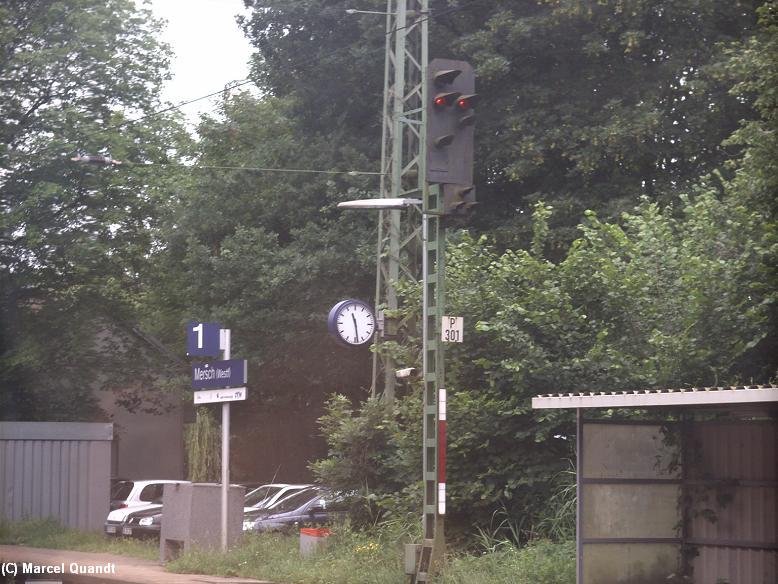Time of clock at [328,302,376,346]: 11:28
